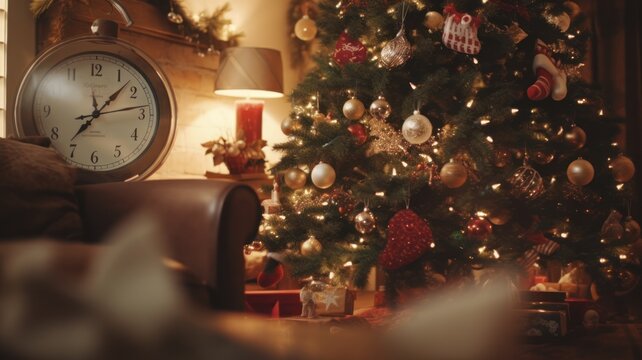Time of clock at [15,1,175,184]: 7:07
